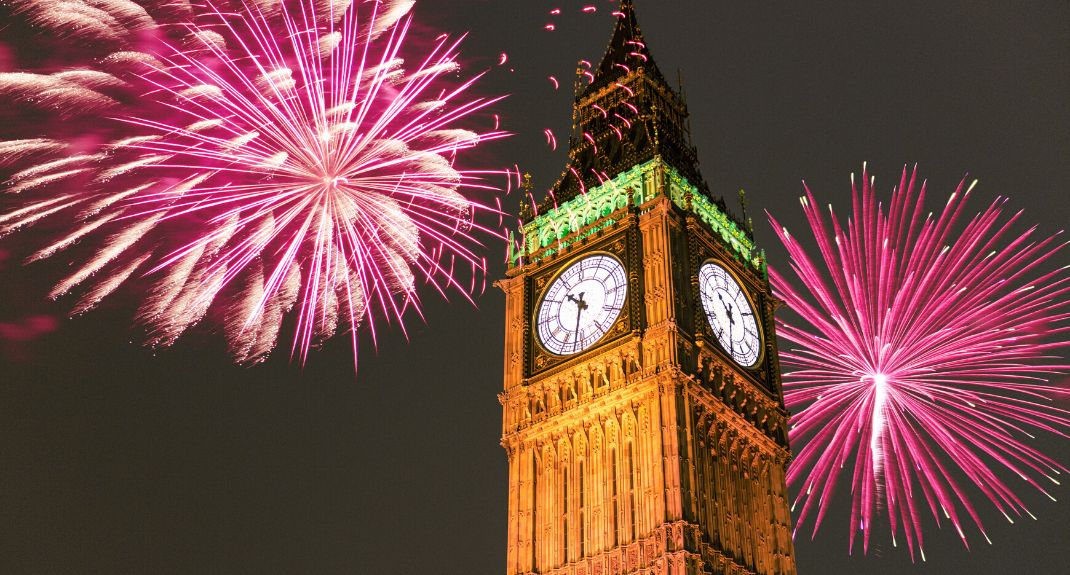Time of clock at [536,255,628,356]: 10:32
